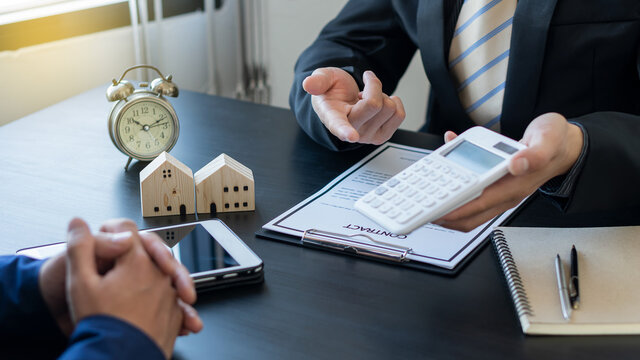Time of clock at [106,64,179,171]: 10:12
